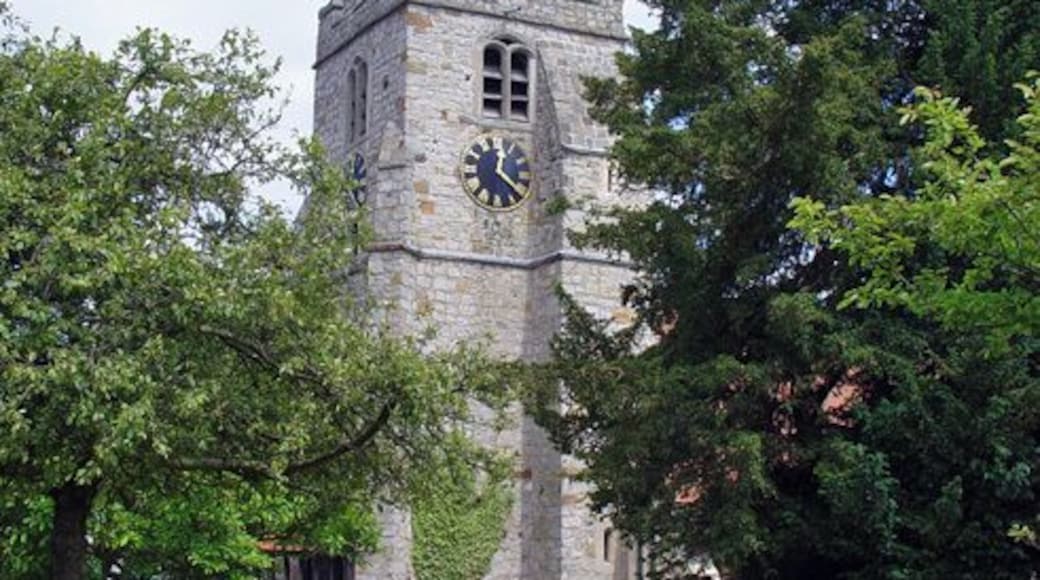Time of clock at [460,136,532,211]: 12:21
